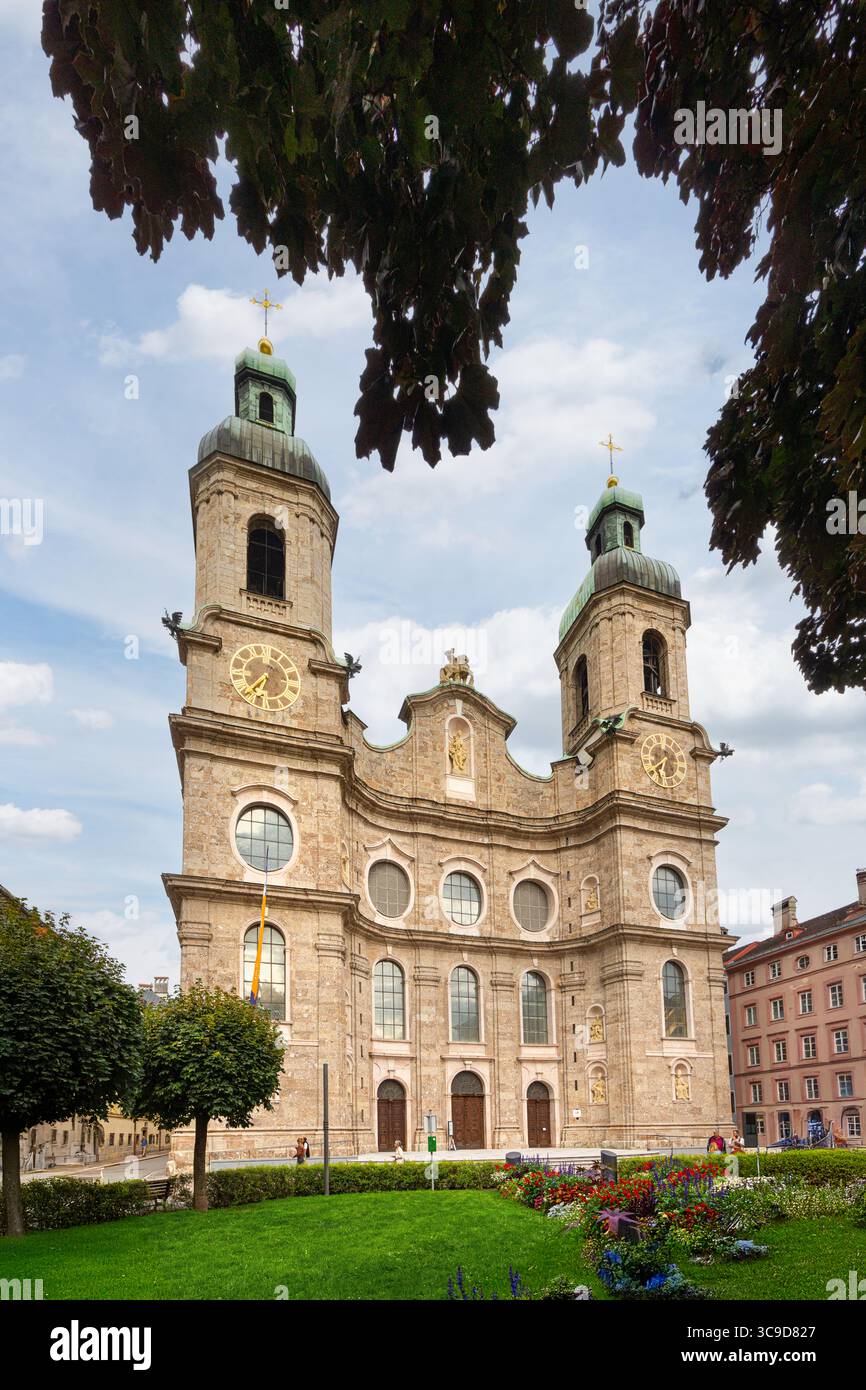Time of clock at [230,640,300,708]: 6:36
